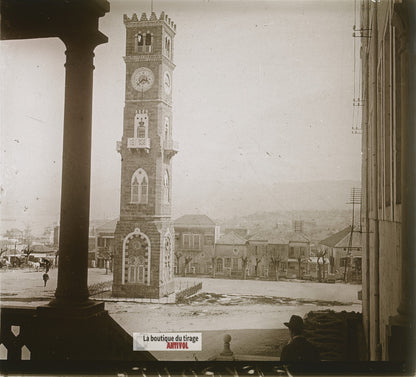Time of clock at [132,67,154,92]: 3:37
